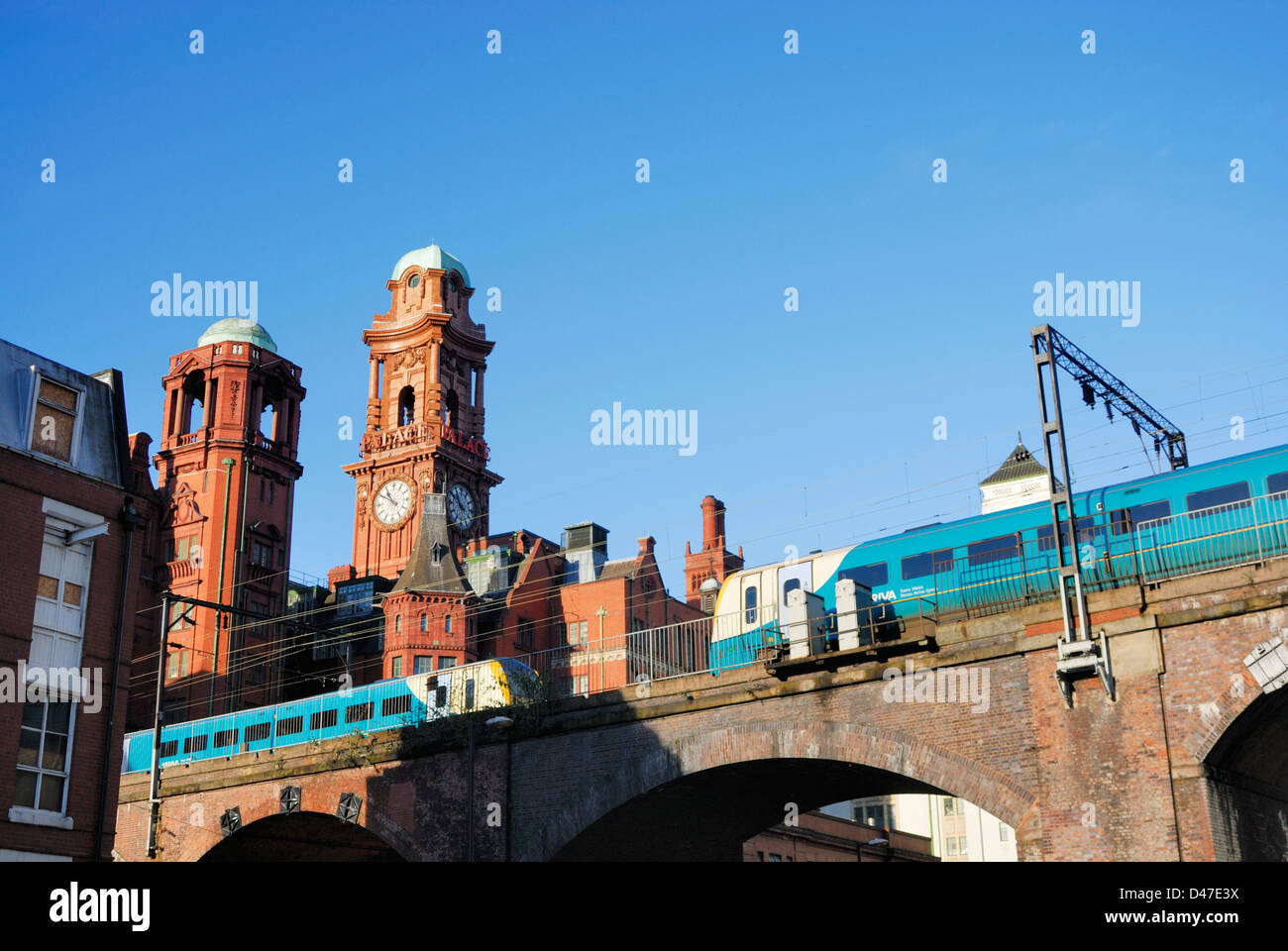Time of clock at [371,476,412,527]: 10:50
